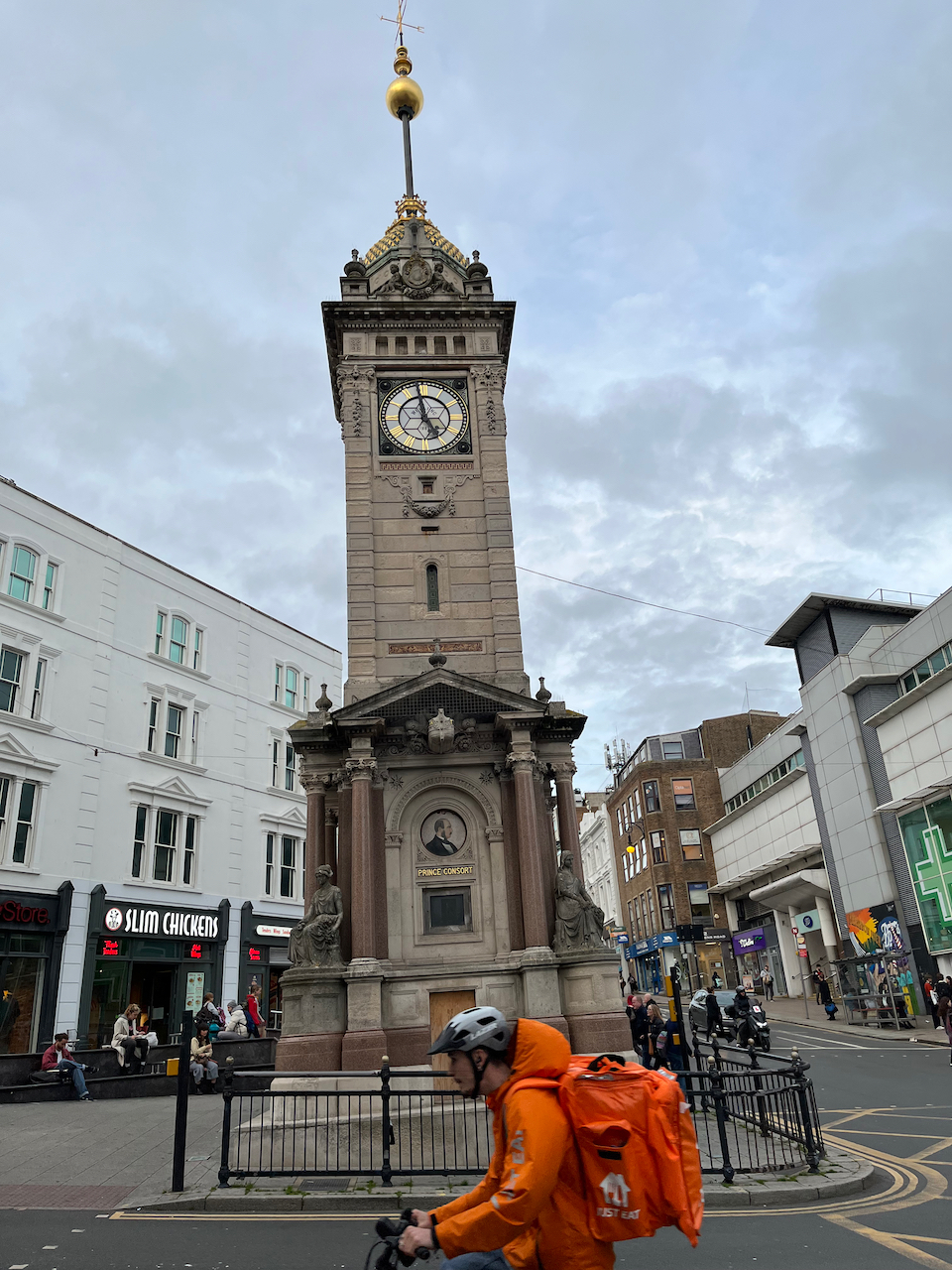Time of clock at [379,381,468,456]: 4:58
